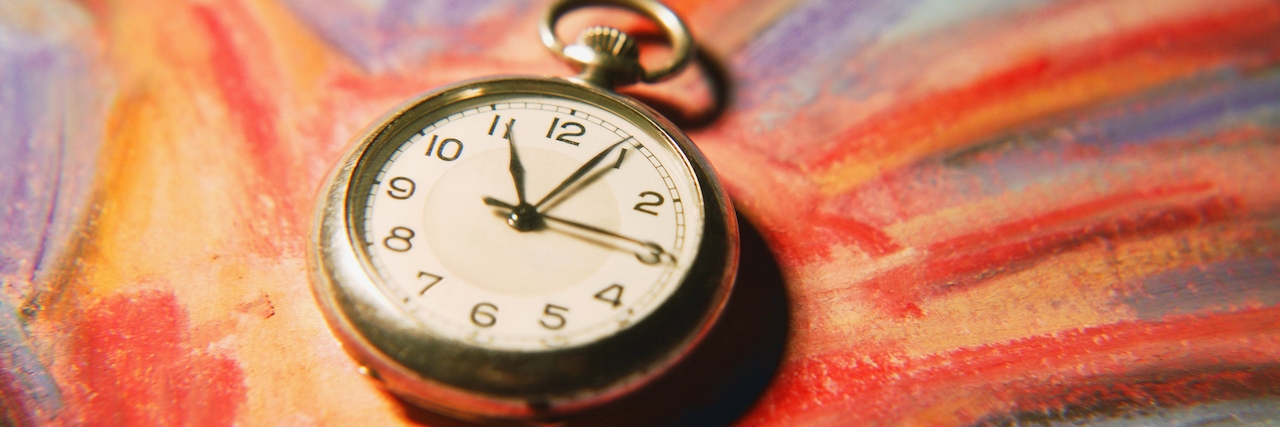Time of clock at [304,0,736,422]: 11:04
